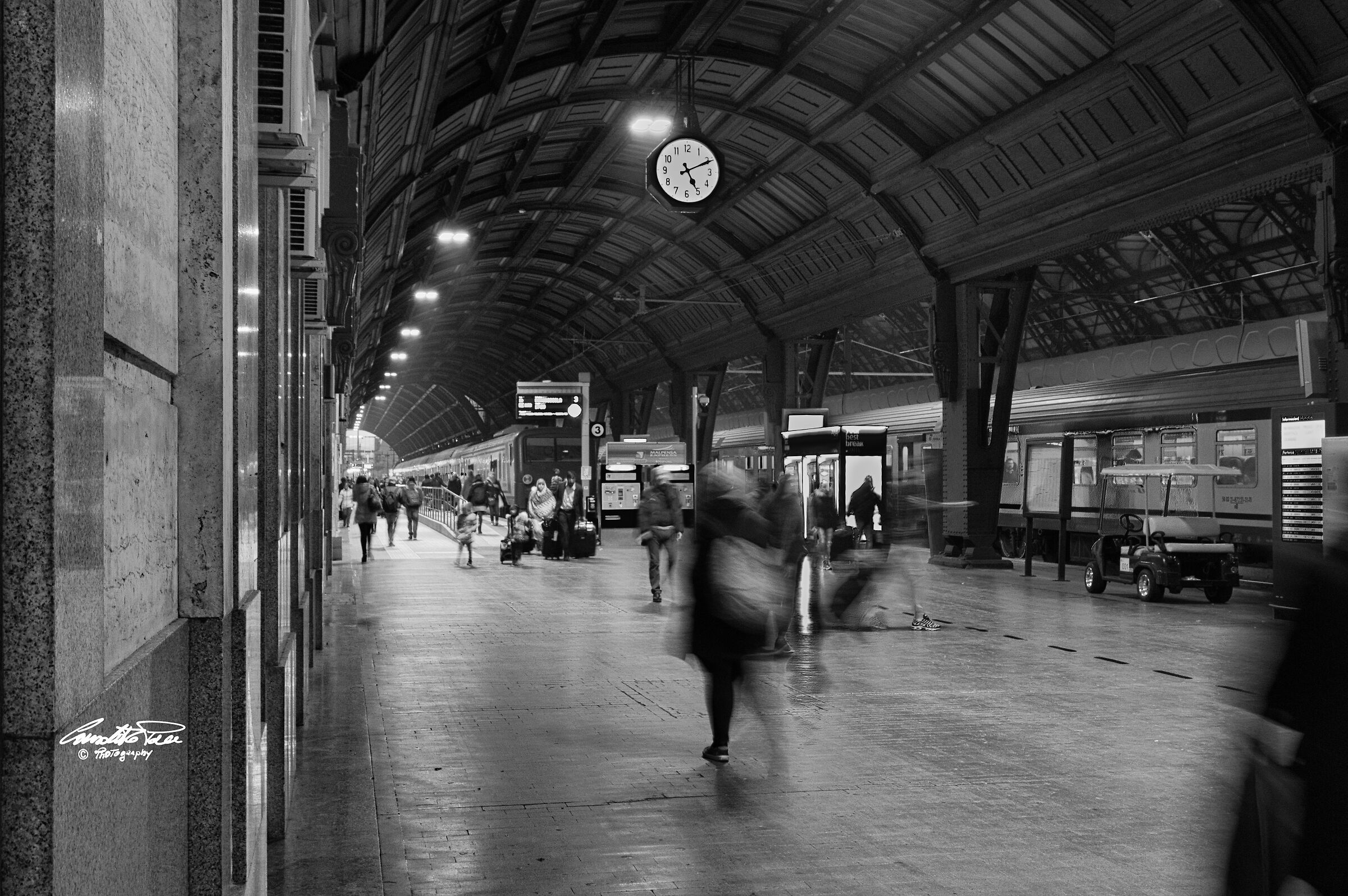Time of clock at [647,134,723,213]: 5:10
